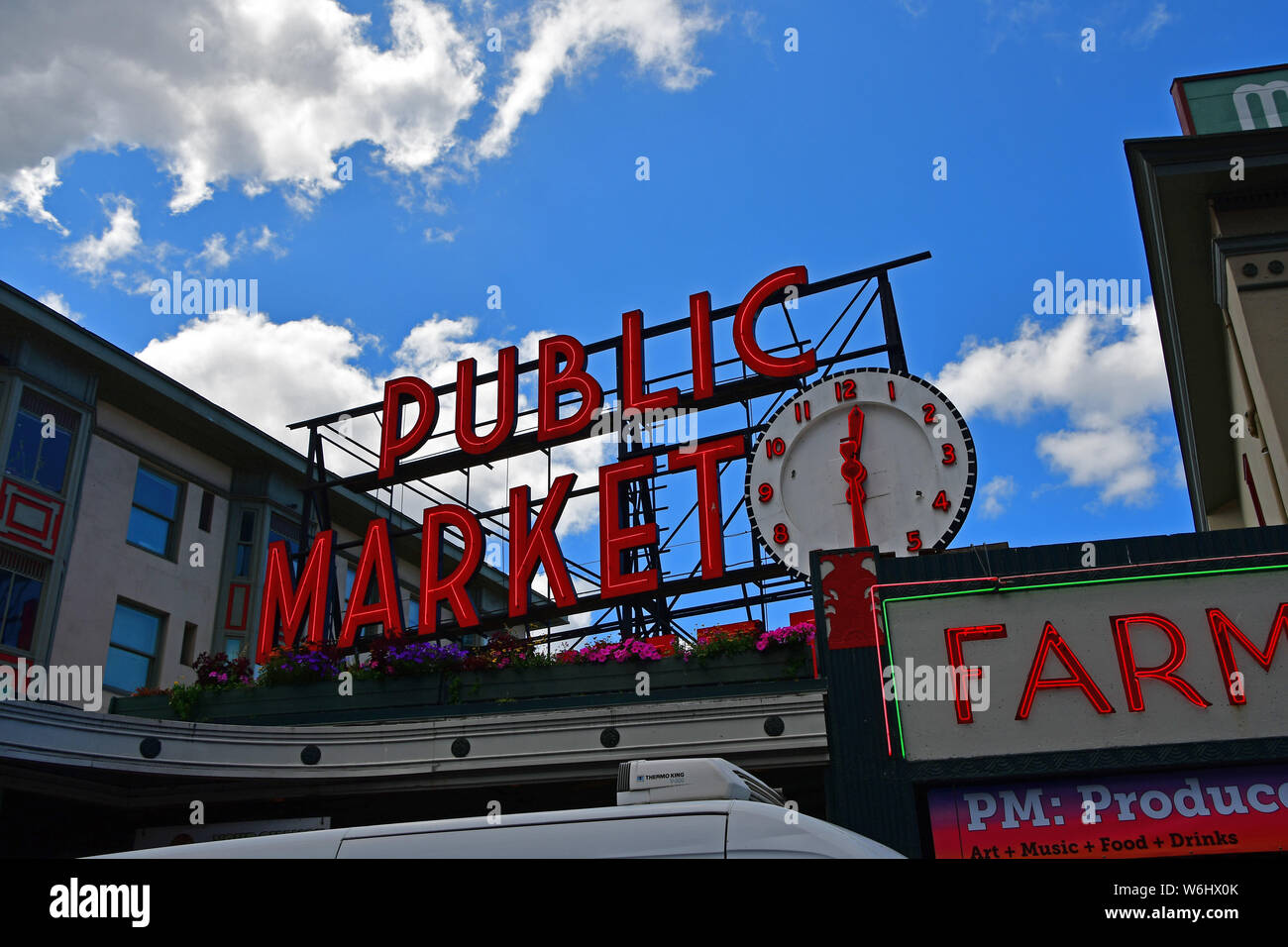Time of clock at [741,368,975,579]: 12:30
